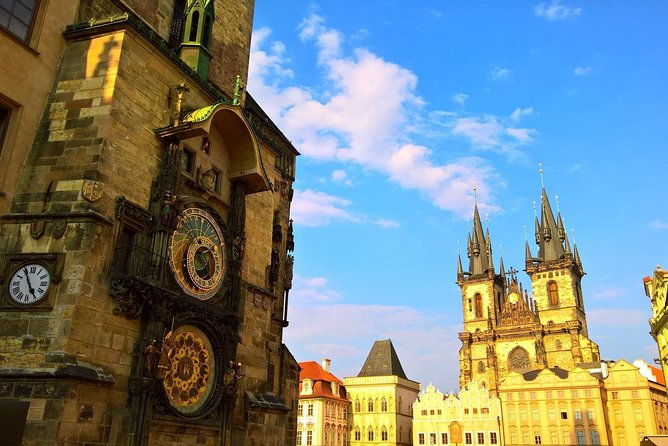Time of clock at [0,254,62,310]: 4:55
